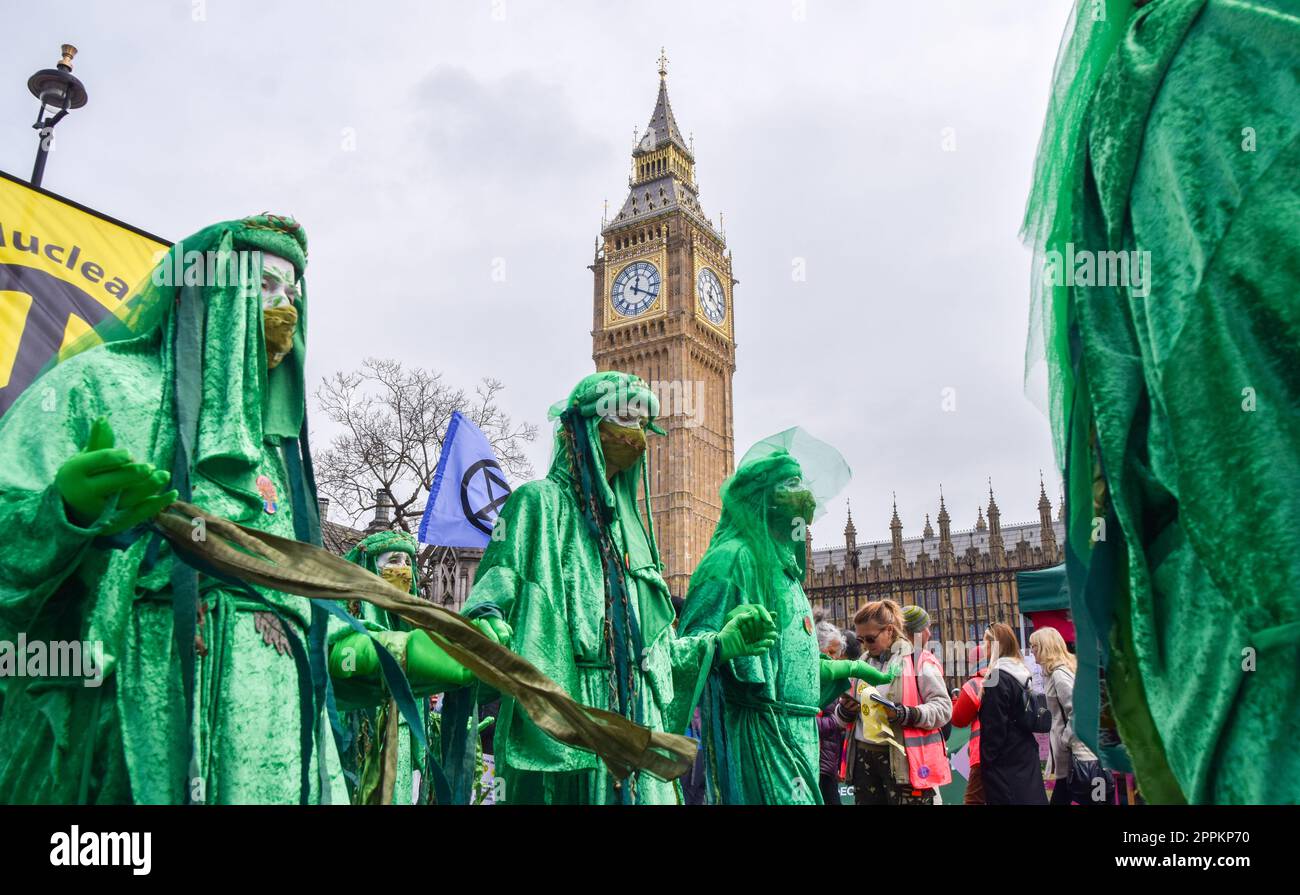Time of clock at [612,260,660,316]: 12:19
